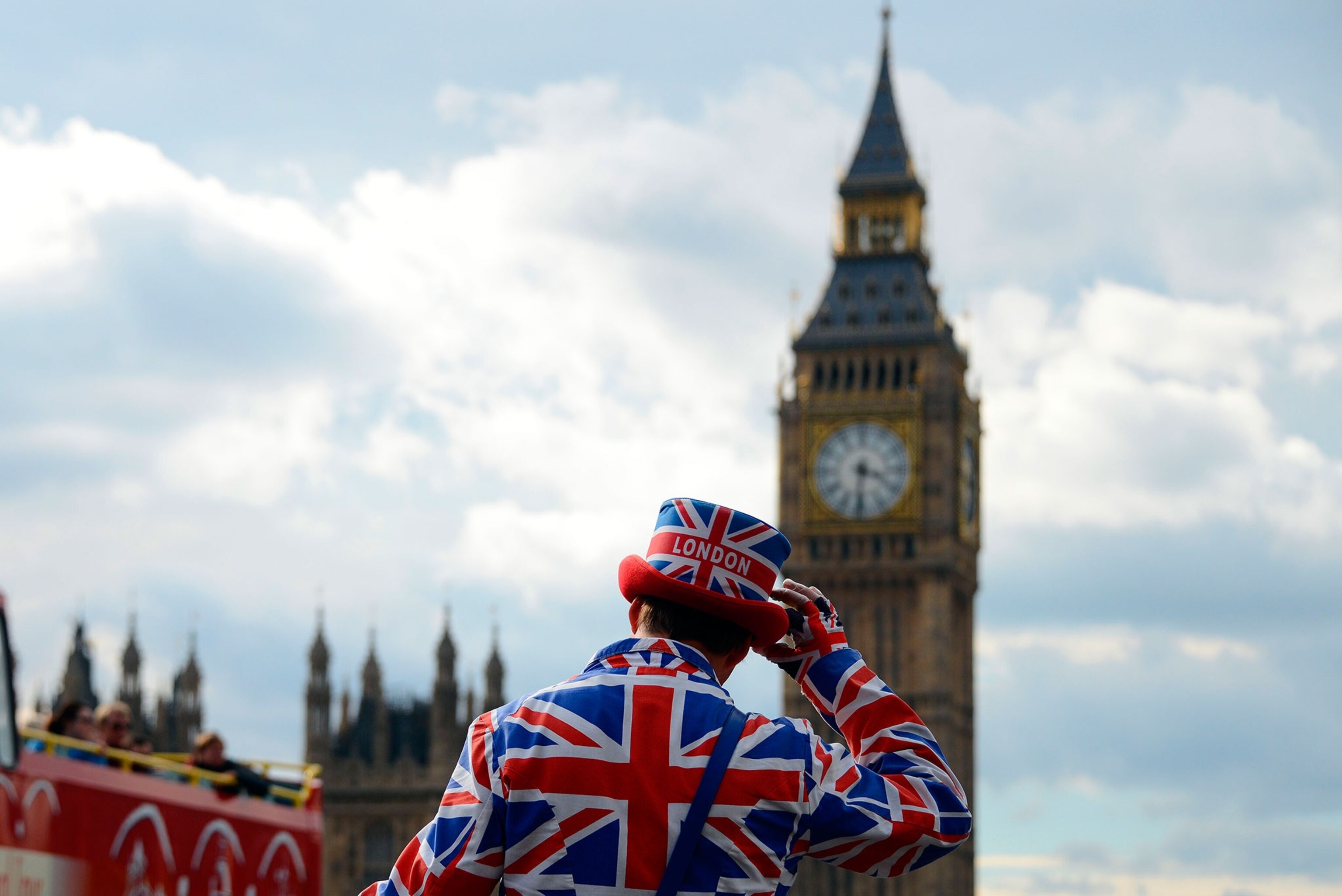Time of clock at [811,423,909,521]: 3:31
